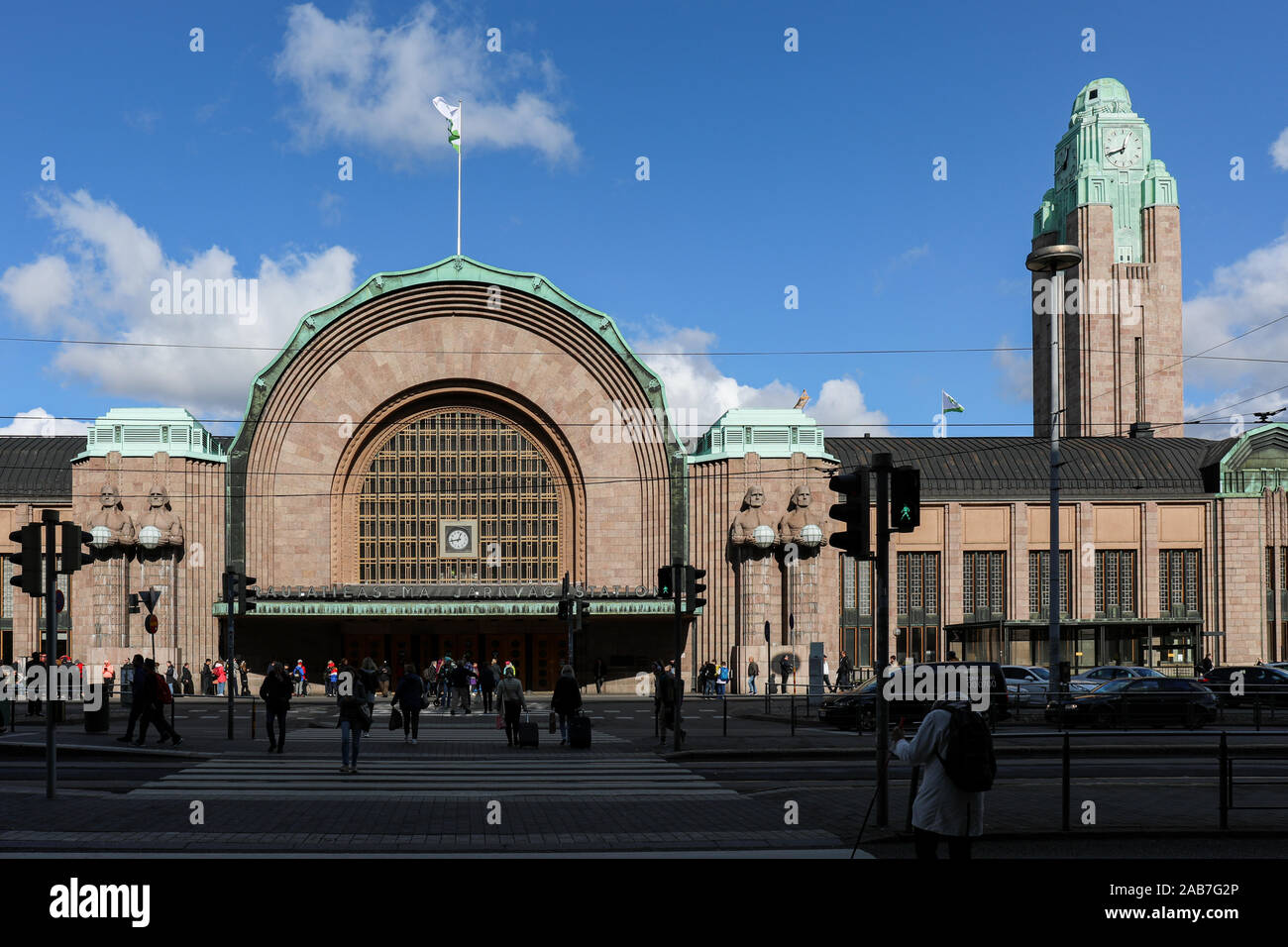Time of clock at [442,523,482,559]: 12:43
